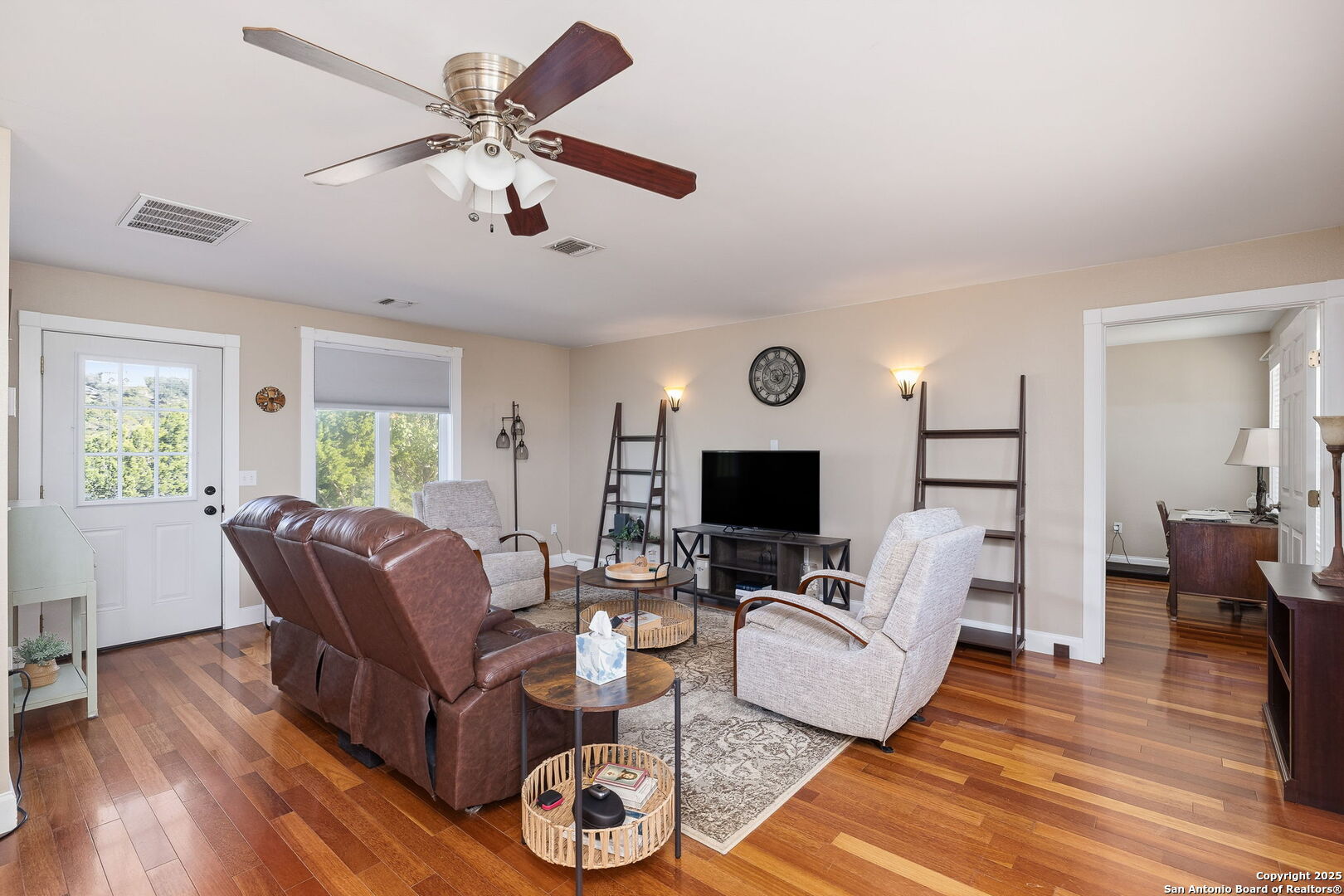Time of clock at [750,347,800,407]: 2:53
